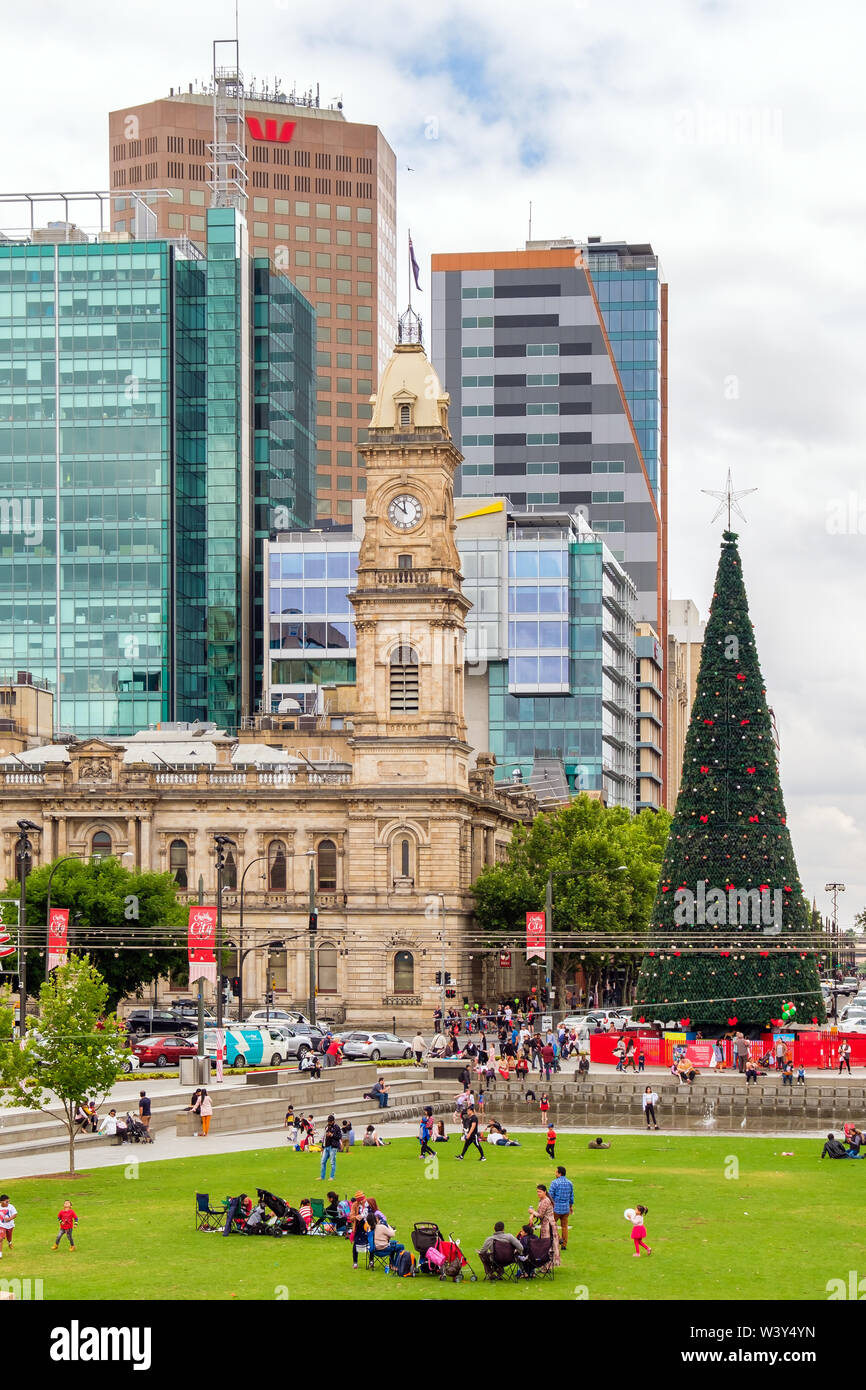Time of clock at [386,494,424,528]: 11:51
